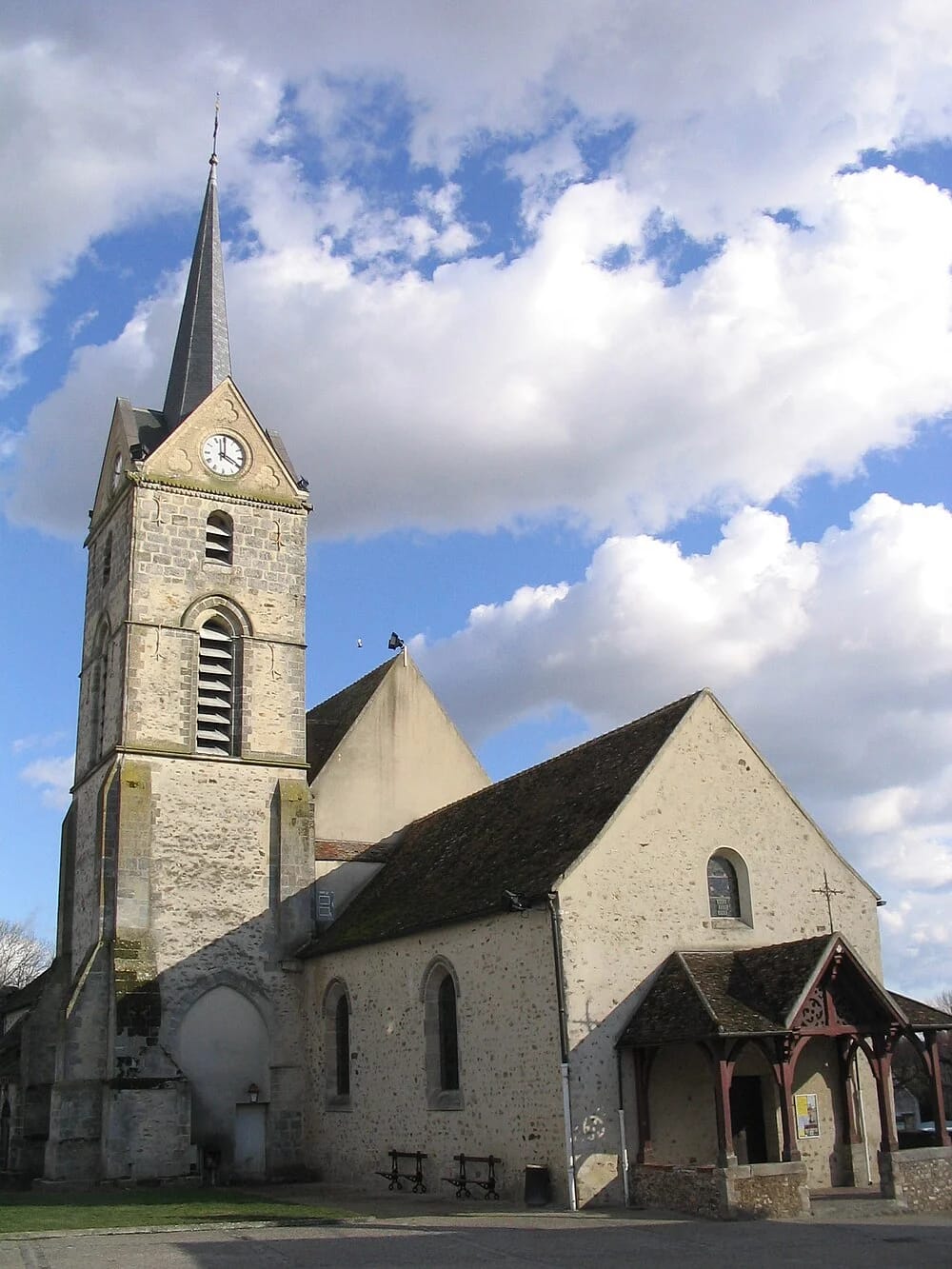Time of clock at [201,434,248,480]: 4:00
